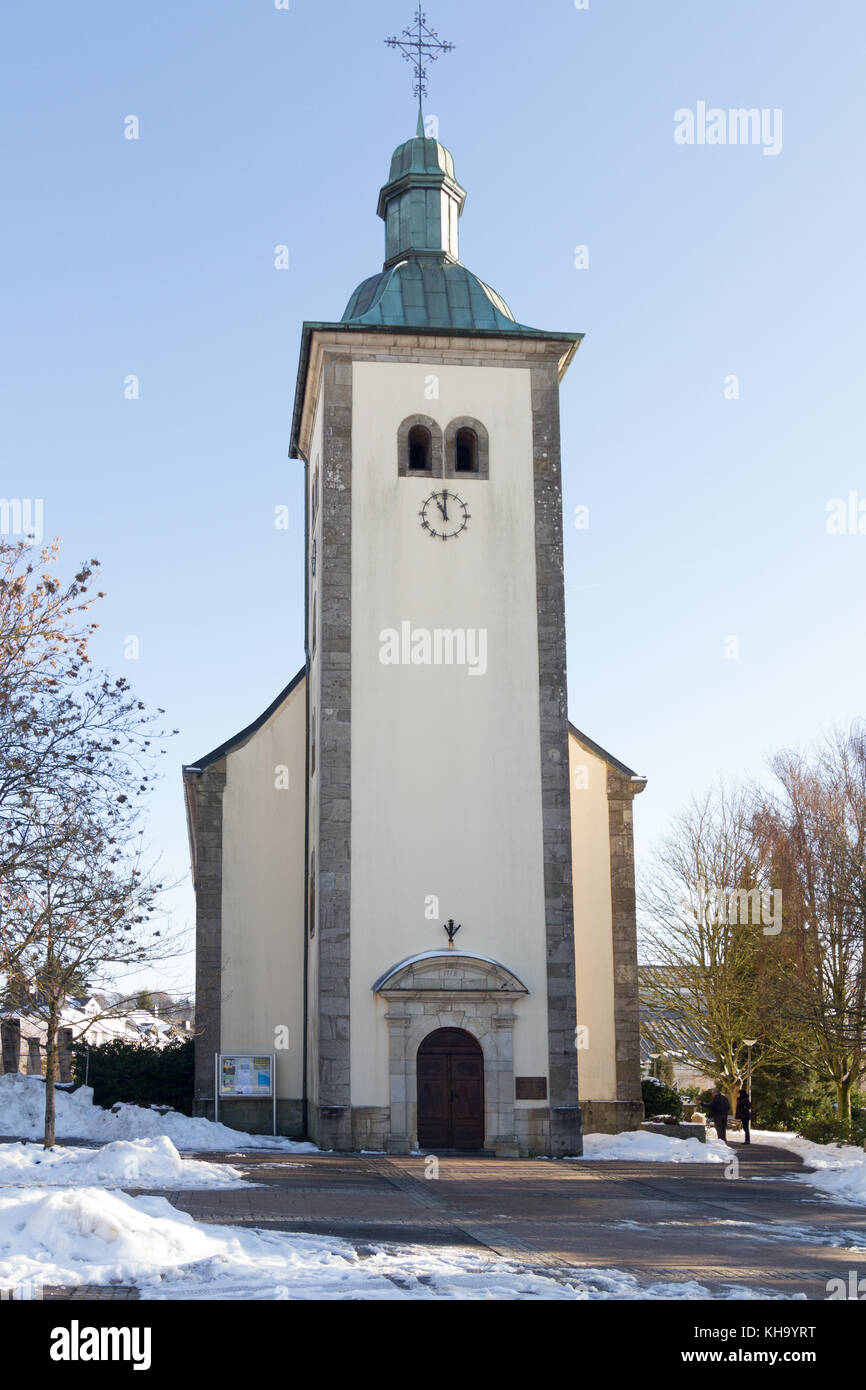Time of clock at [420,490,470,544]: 10:59
